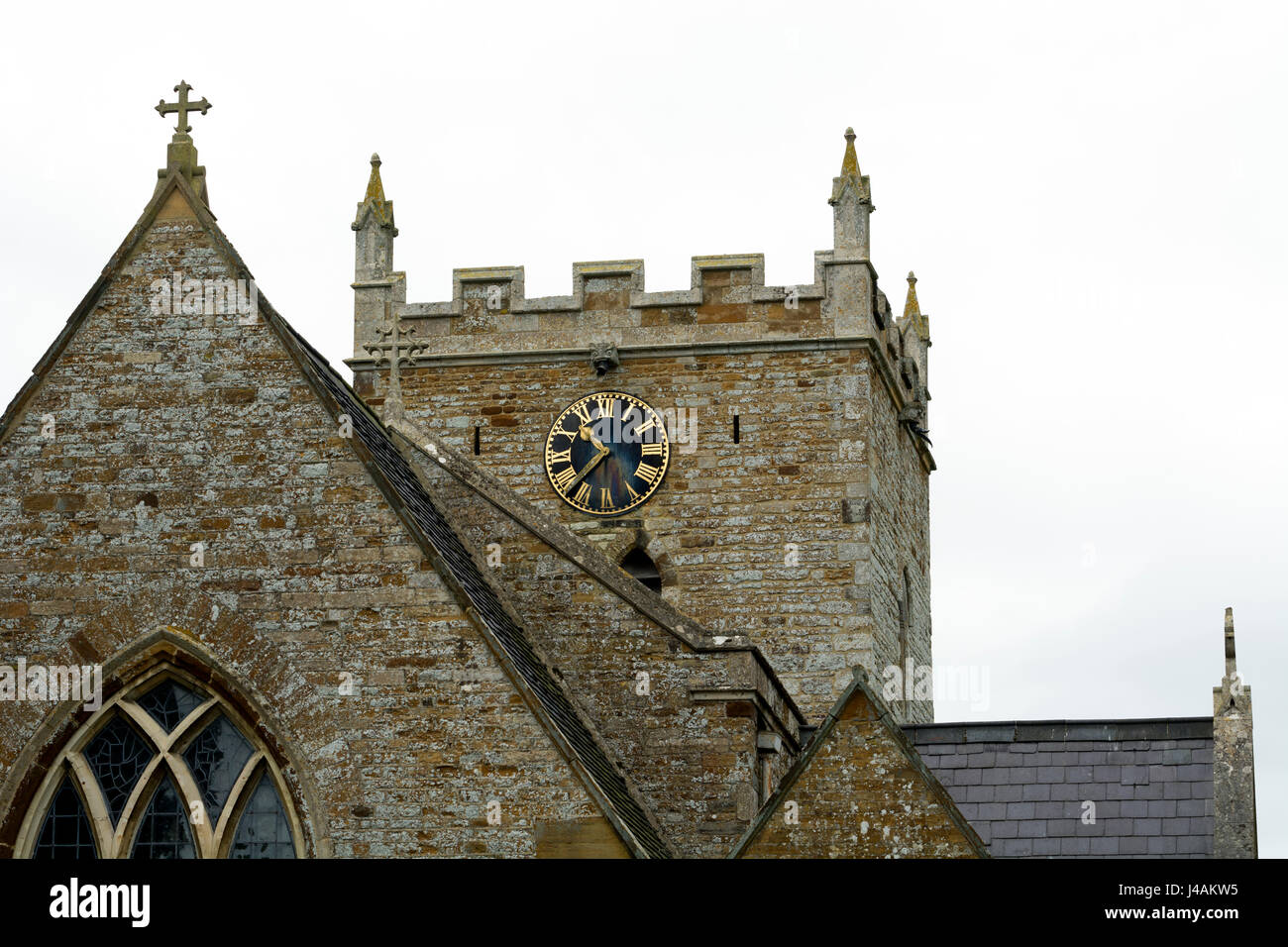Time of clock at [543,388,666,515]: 10:37
